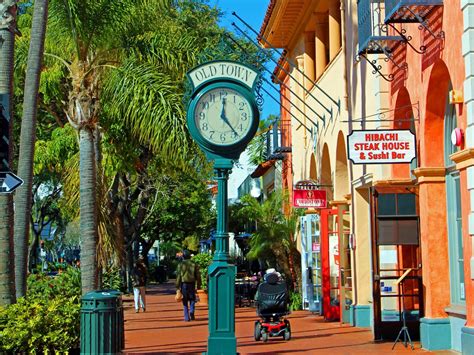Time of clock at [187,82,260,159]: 12:23
